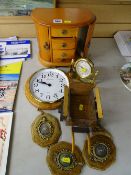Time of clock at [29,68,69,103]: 9:47
